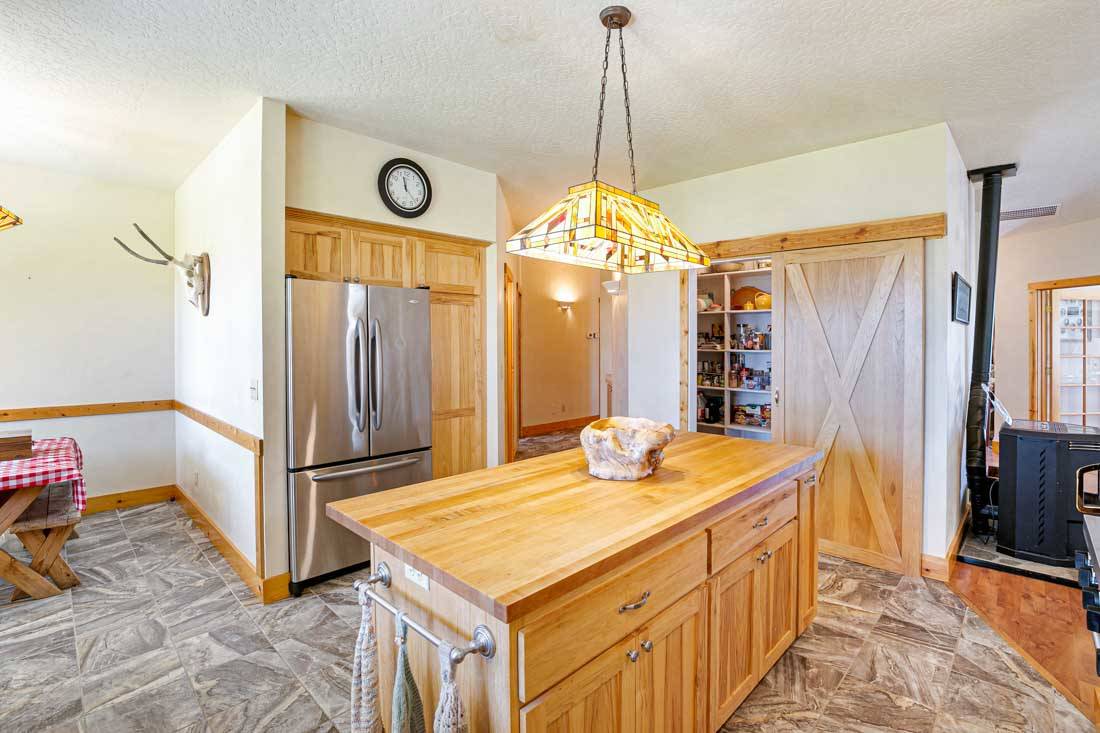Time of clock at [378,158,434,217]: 11:22
